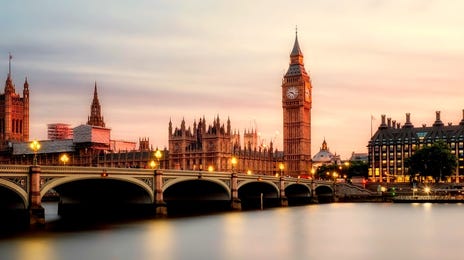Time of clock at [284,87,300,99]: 9:22
